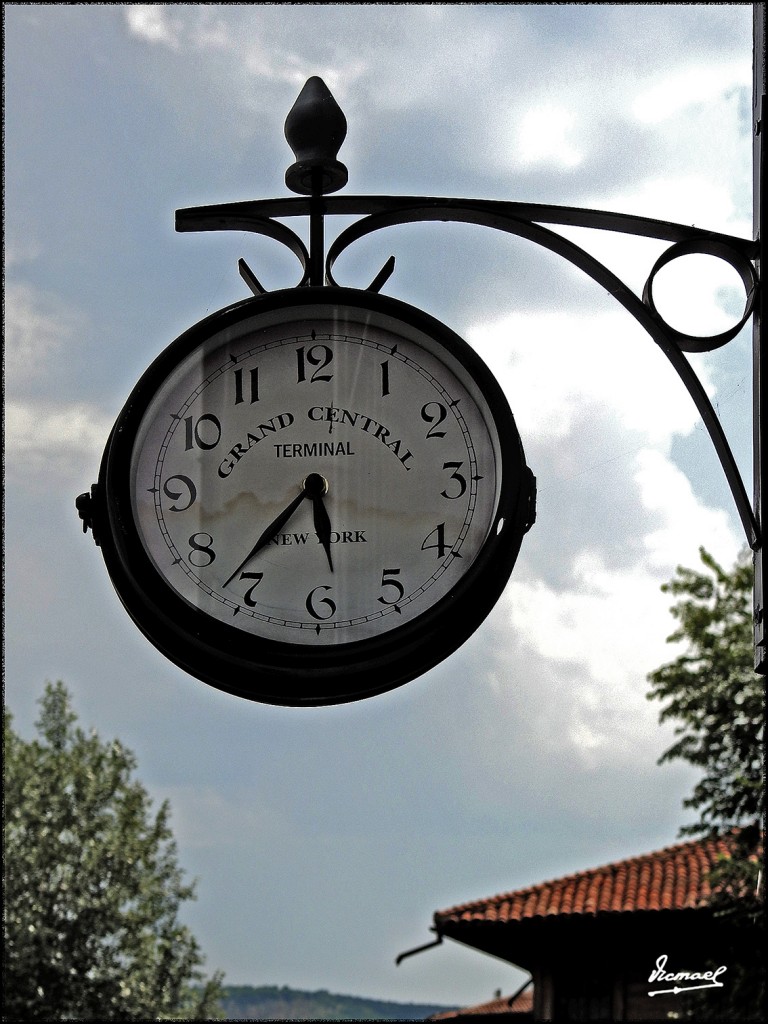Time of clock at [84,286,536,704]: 5:36
